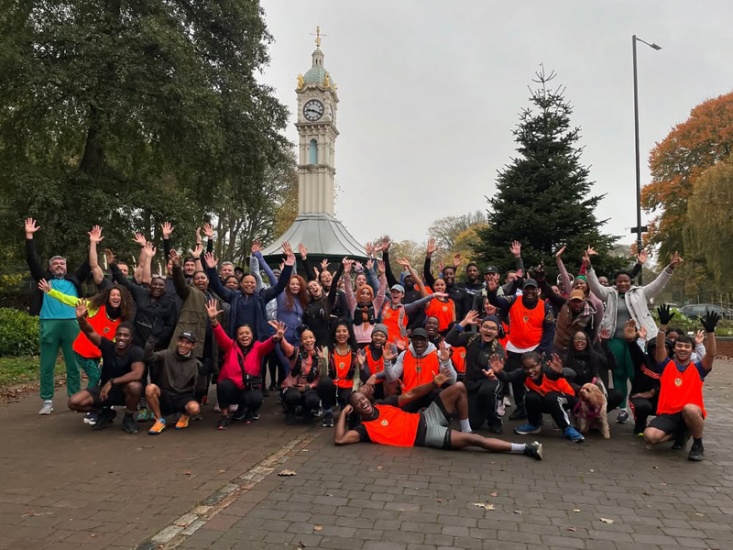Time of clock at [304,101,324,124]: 9:19
